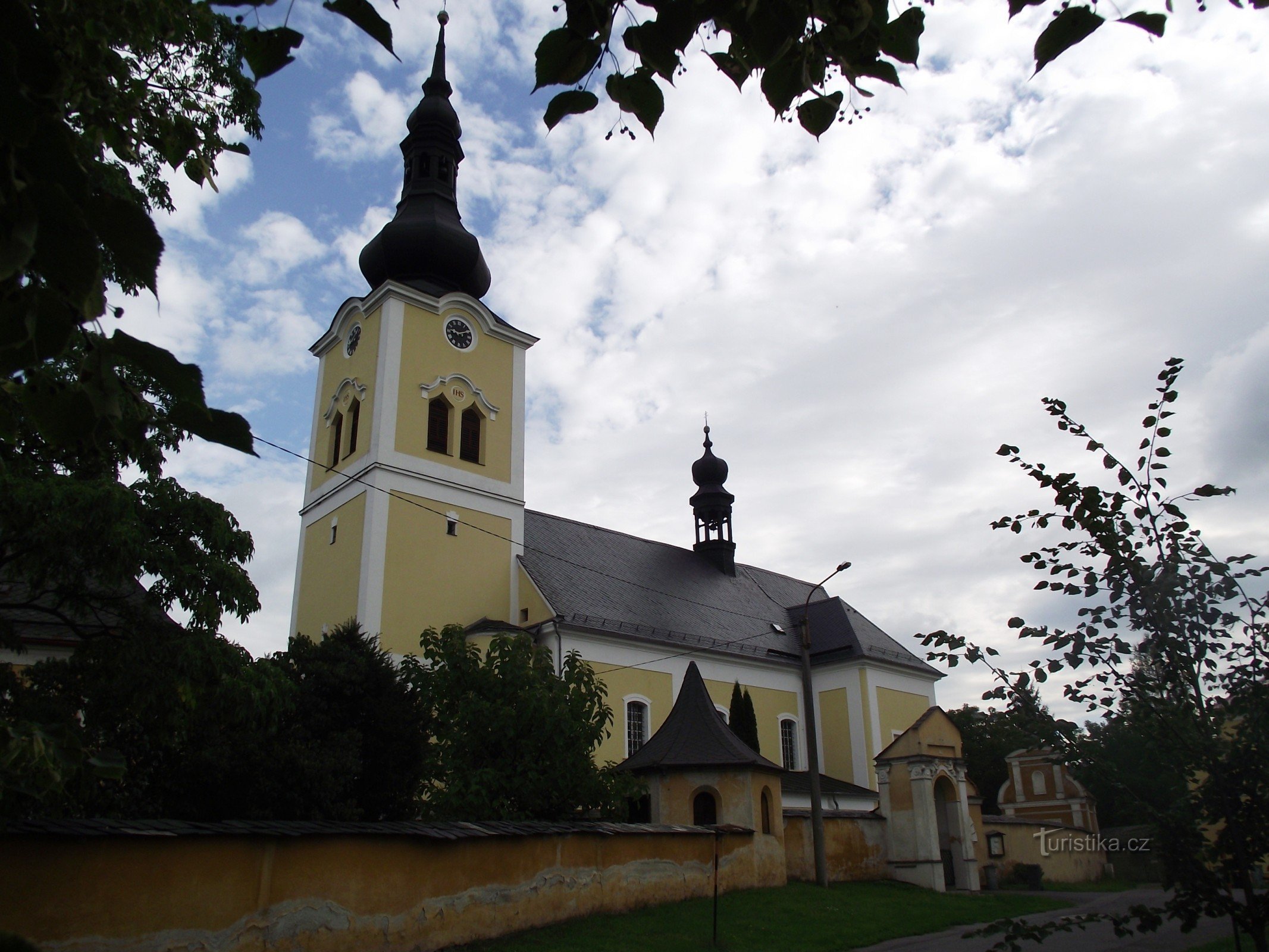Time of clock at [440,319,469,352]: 9:10
